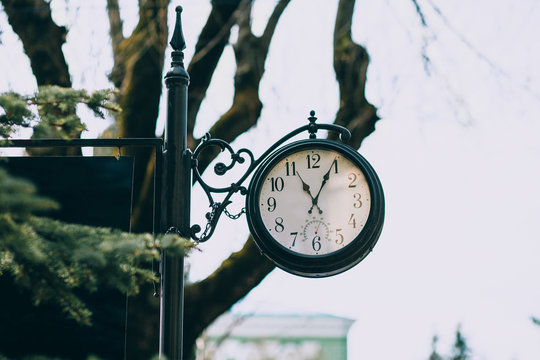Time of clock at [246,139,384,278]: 11:04
